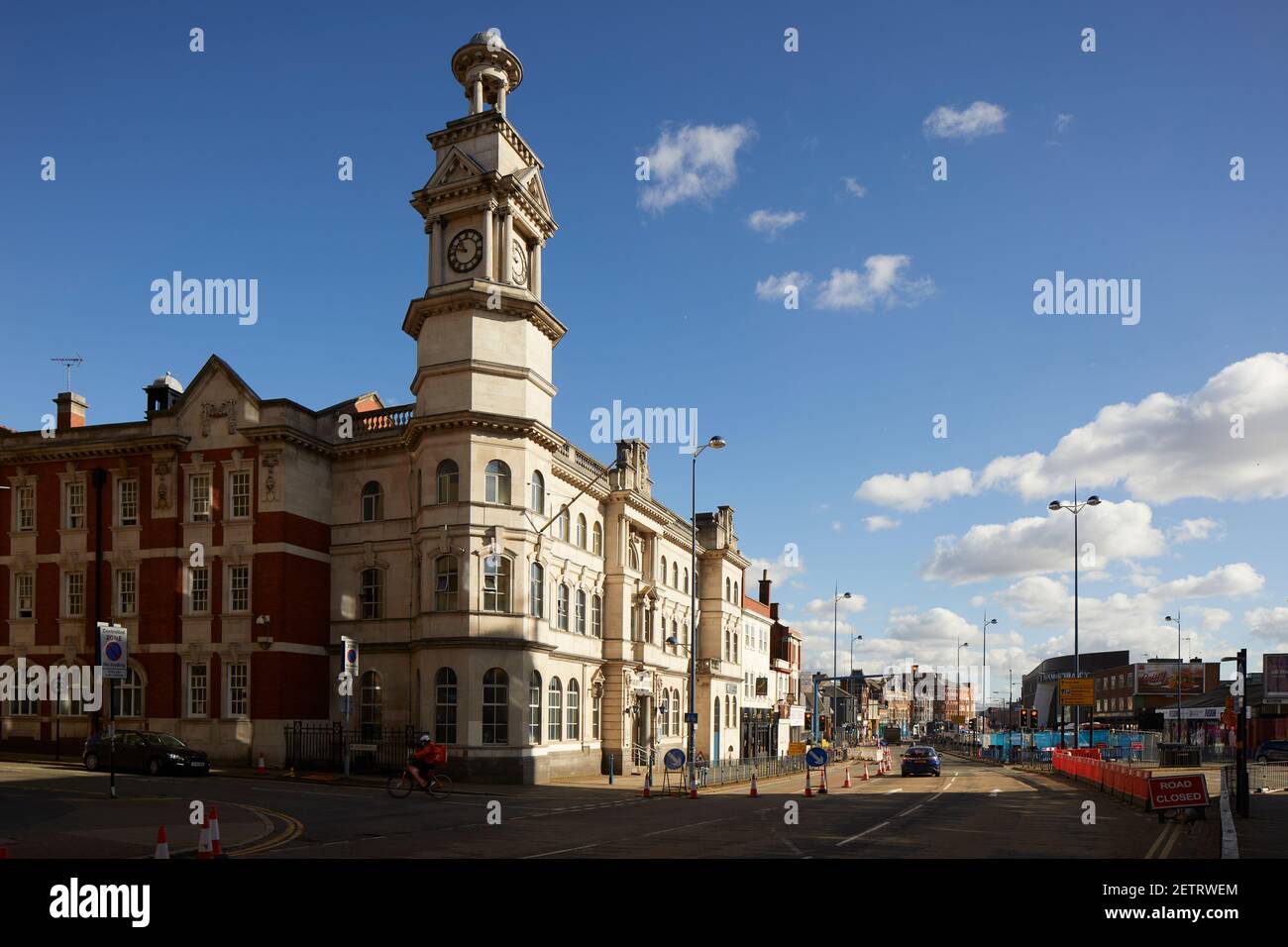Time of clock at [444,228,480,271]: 10:47
